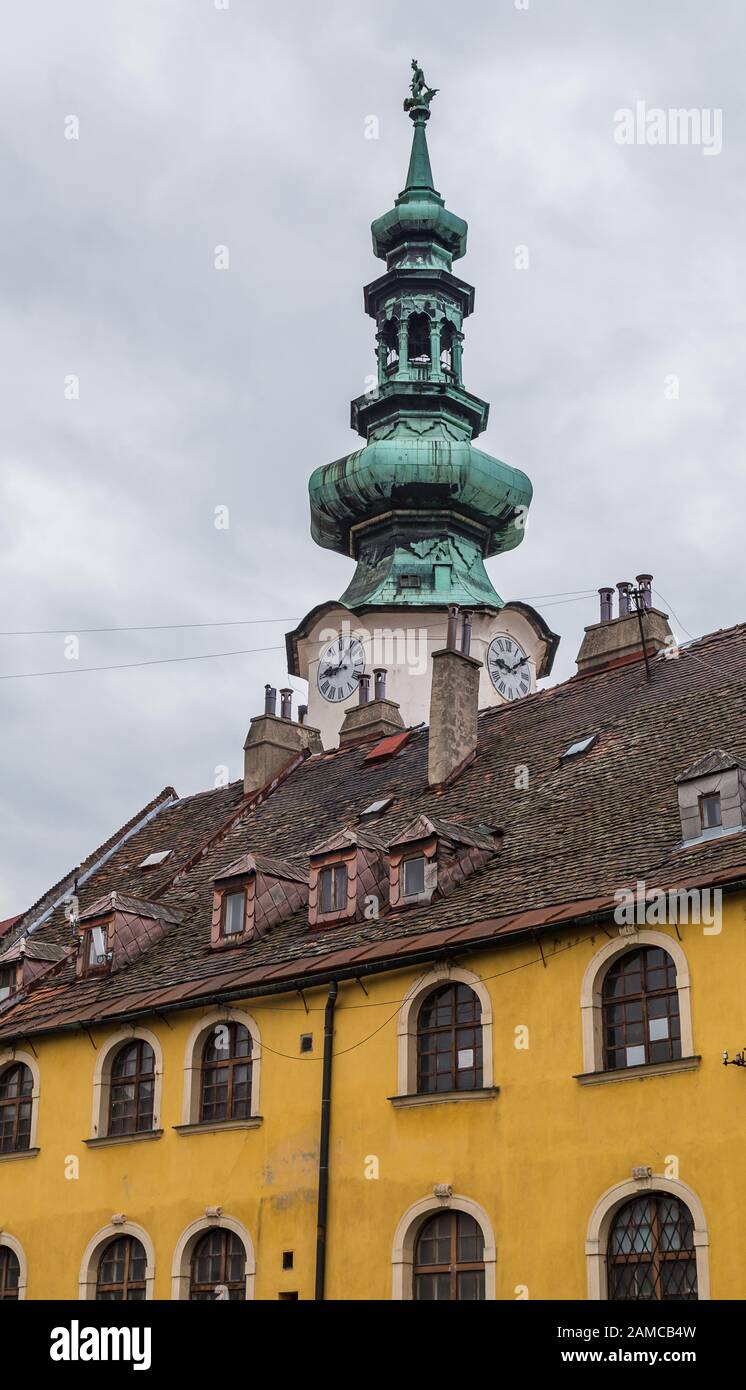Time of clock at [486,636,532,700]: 9:09
